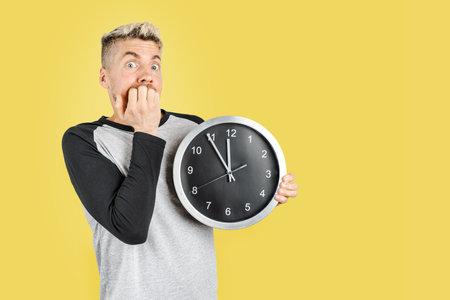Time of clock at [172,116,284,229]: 11:54
